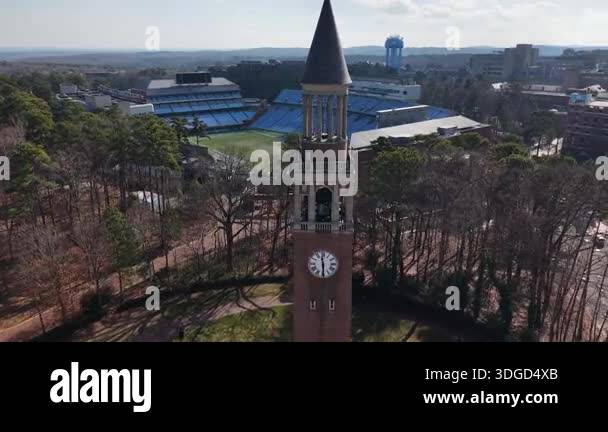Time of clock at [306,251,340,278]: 11:29
